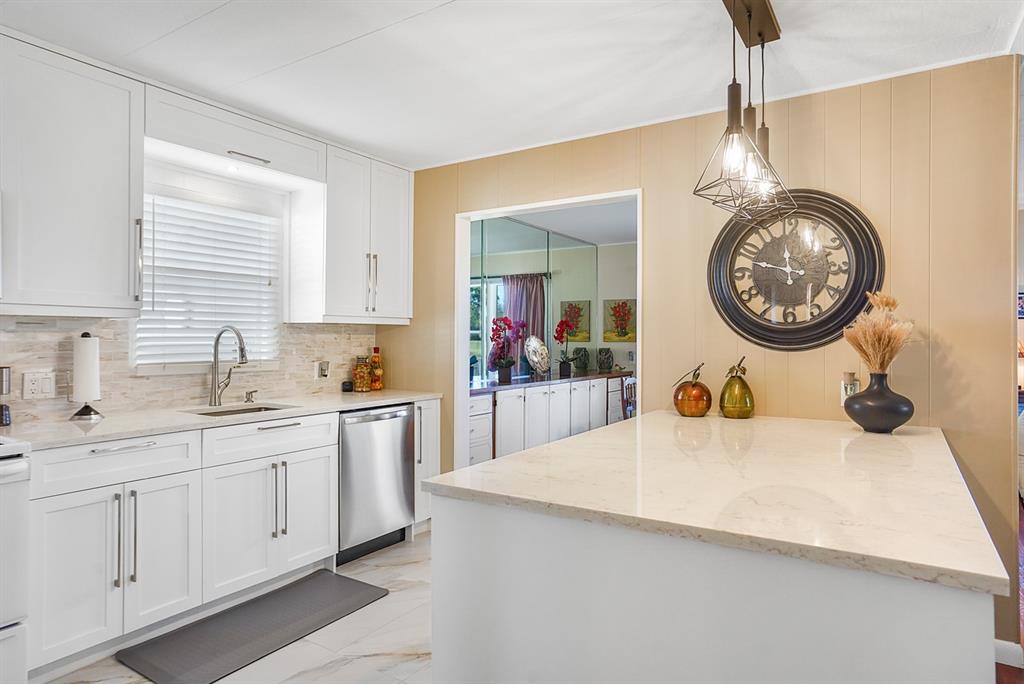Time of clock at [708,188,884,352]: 11:48
